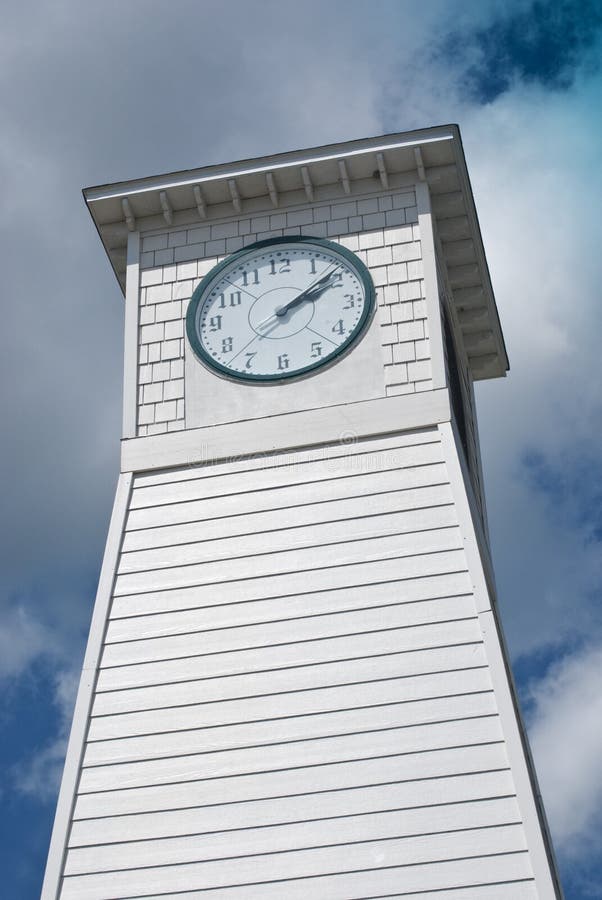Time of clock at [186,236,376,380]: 2:08
